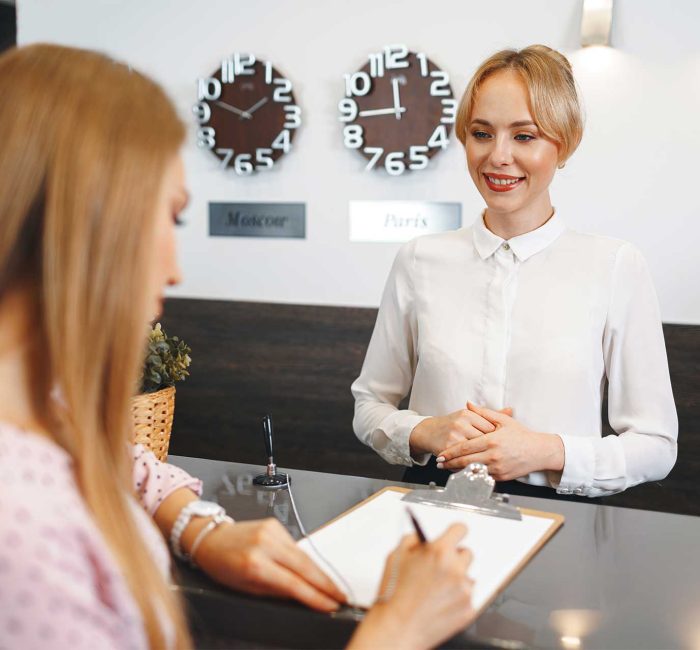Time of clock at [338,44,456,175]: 11:44
